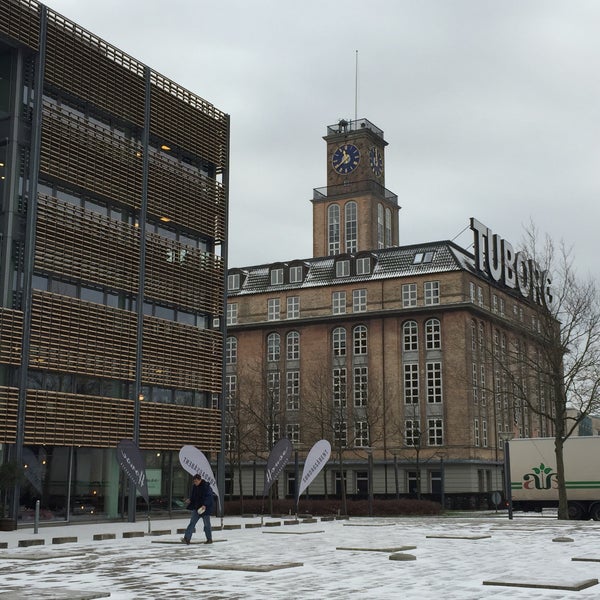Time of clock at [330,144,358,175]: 11:38
